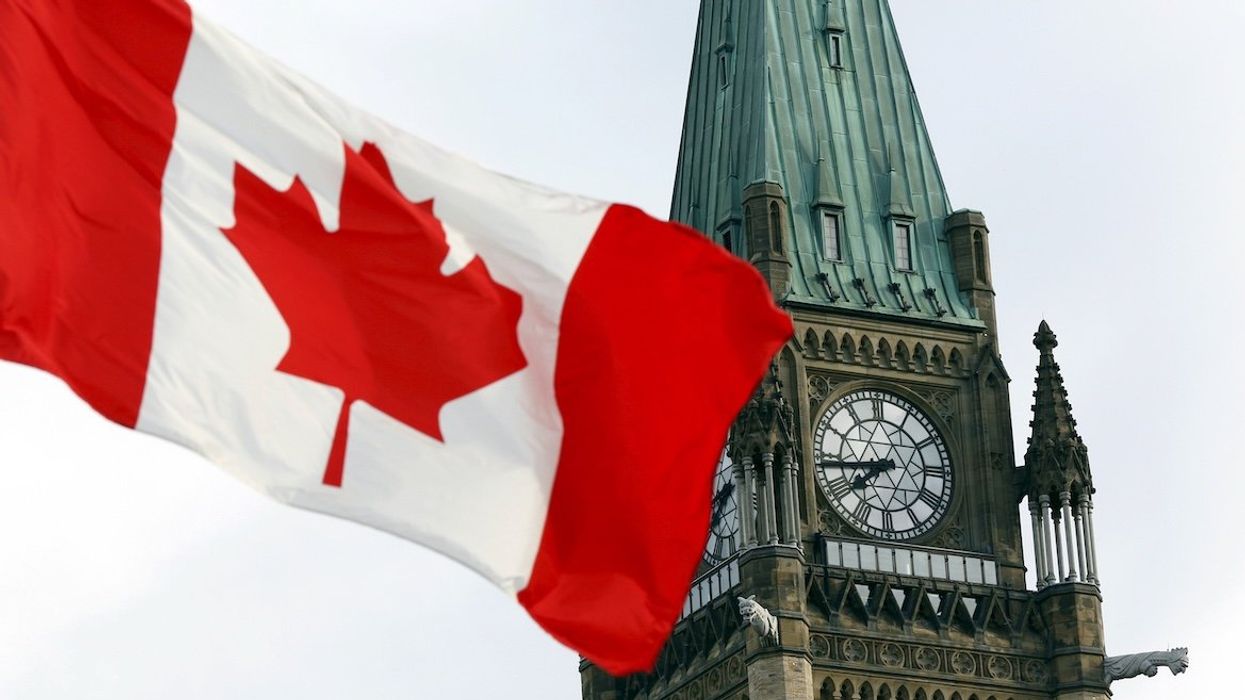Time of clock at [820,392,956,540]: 7:43
